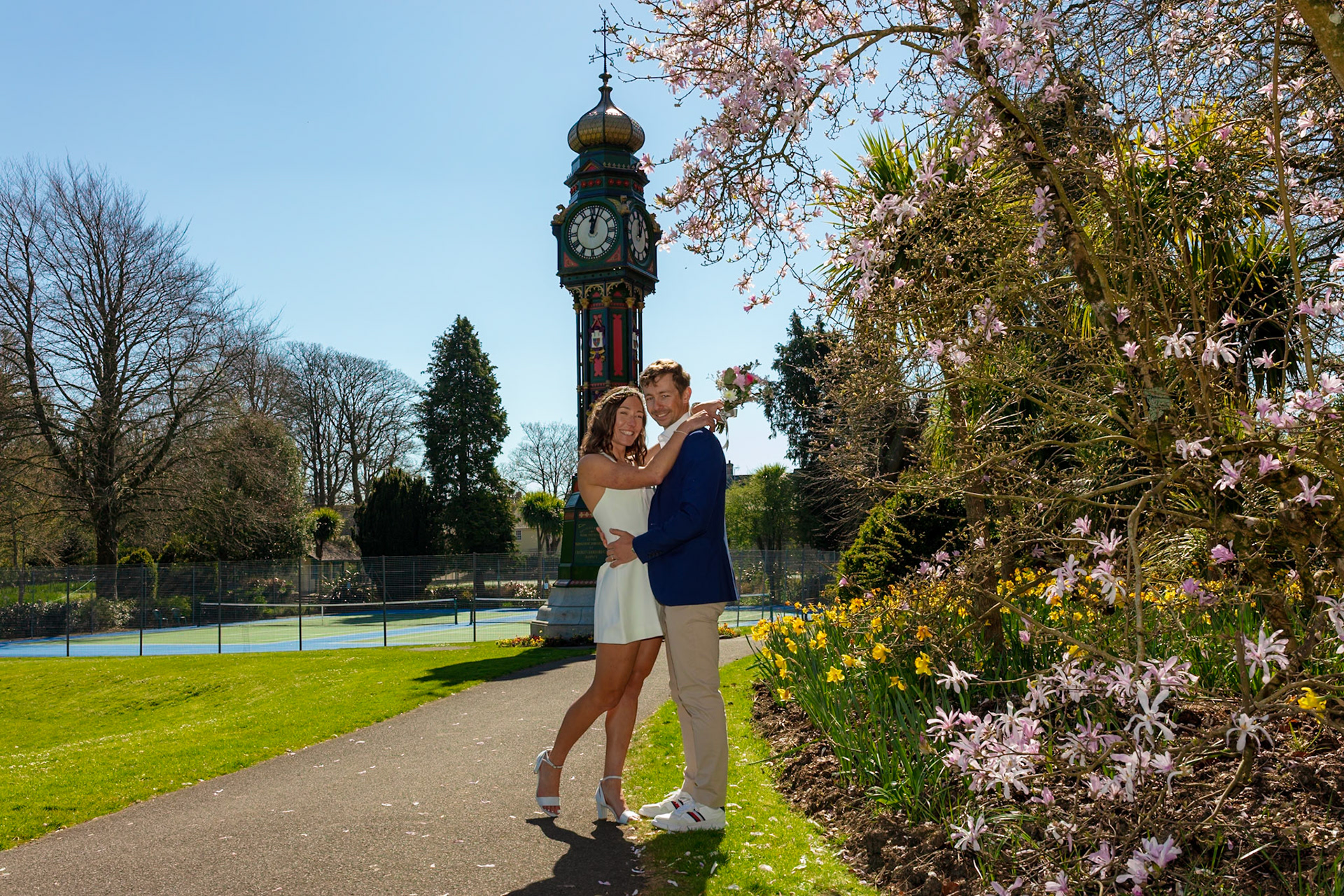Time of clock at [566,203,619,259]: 12:03
